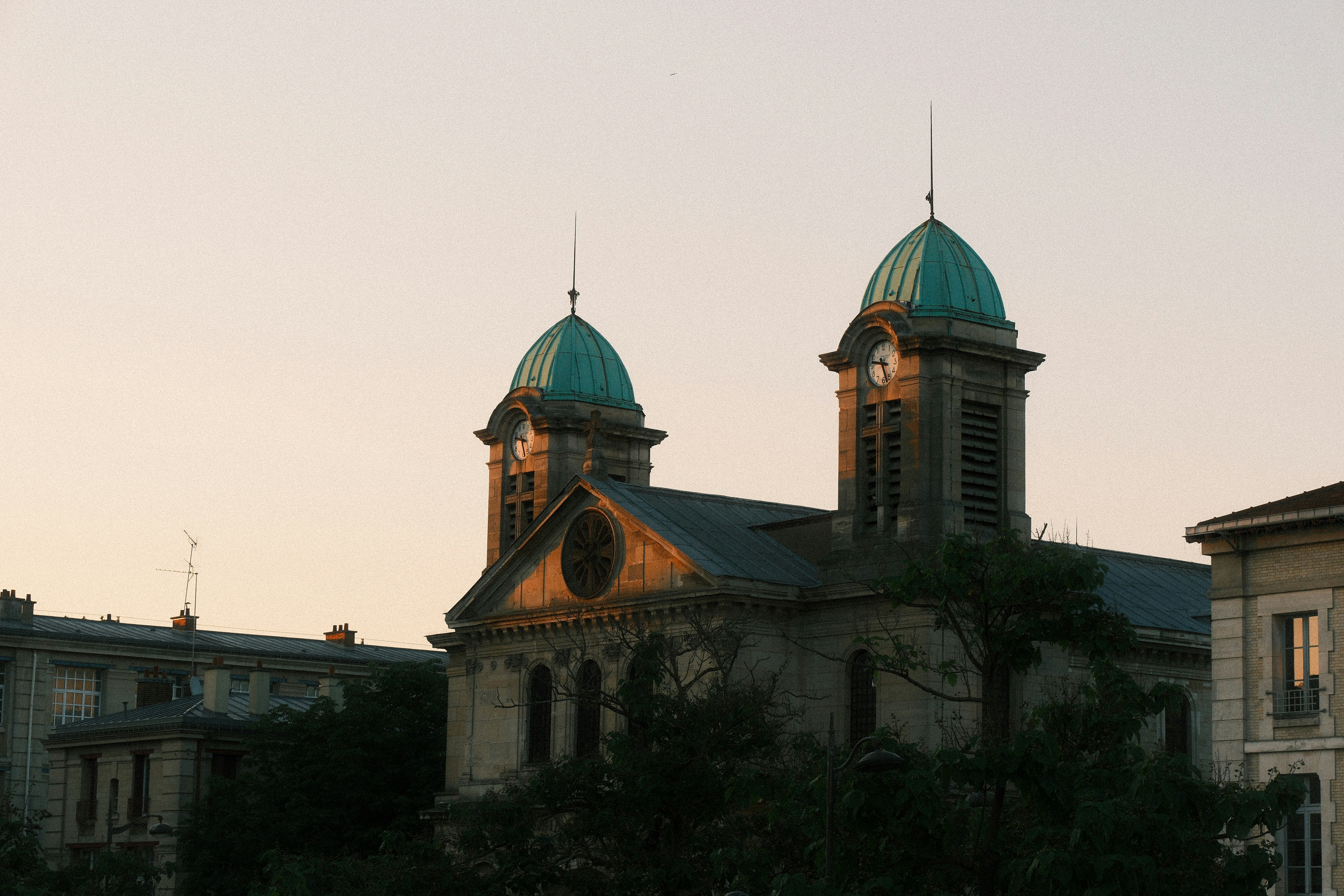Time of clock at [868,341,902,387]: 9:26
